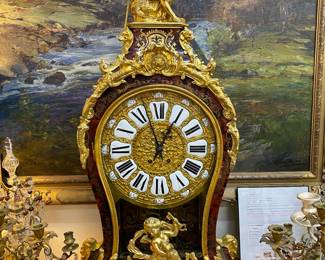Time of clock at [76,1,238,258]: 12:57
